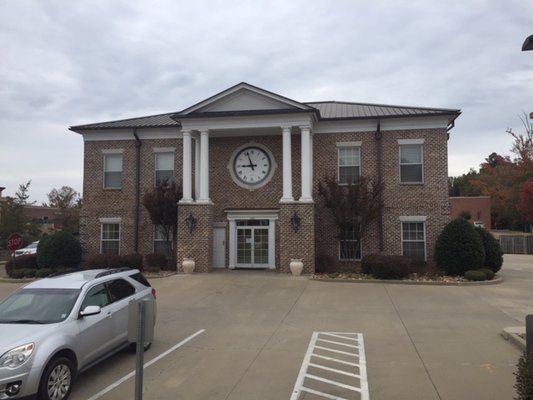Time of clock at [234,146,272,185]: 8:56
